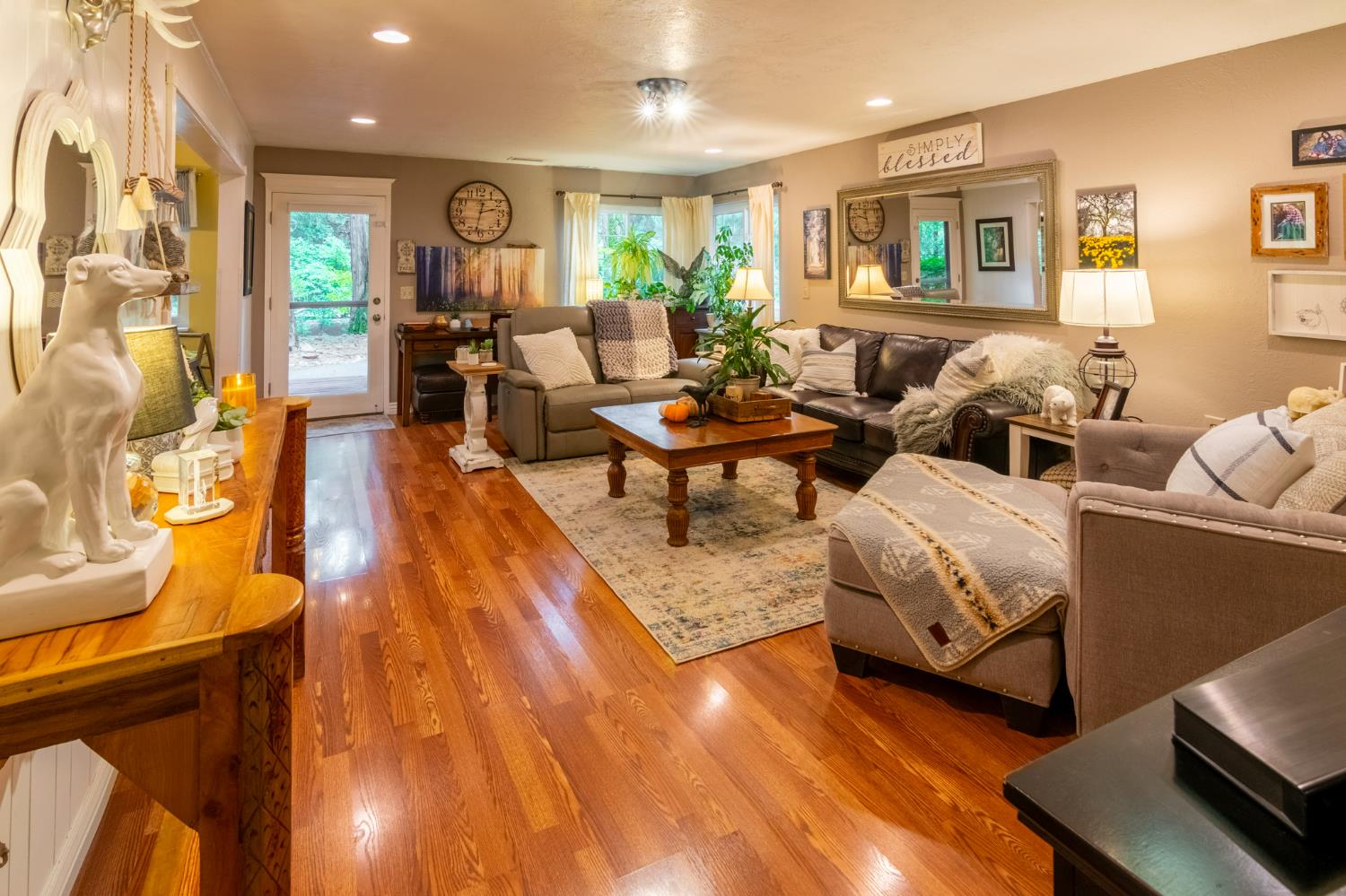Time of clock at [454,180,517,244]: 2:32
